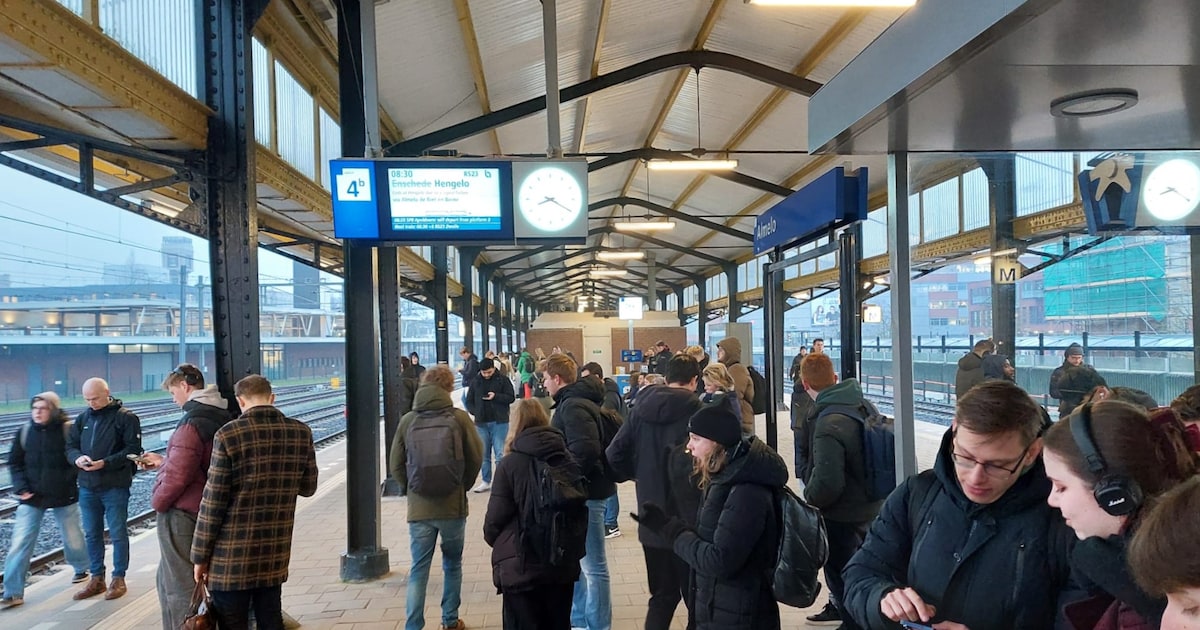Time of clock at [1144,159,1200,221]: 8:19
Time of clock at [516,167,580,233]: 8:20
